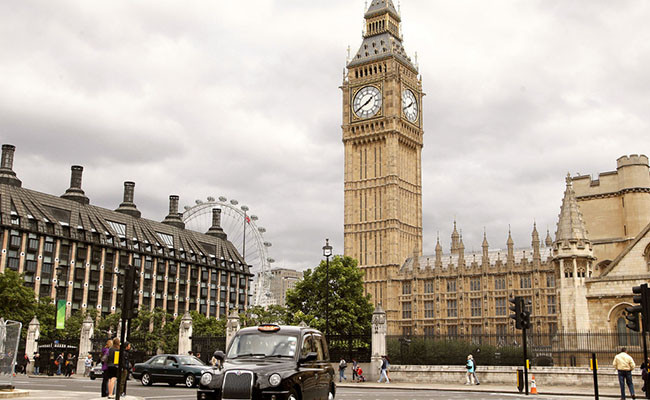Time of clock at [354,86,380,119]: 1:40
